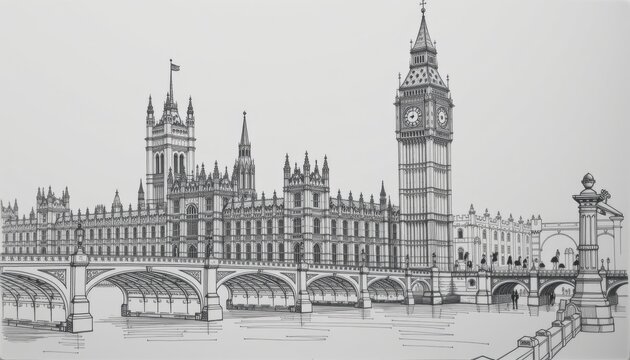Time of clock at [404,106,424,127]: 9:01
